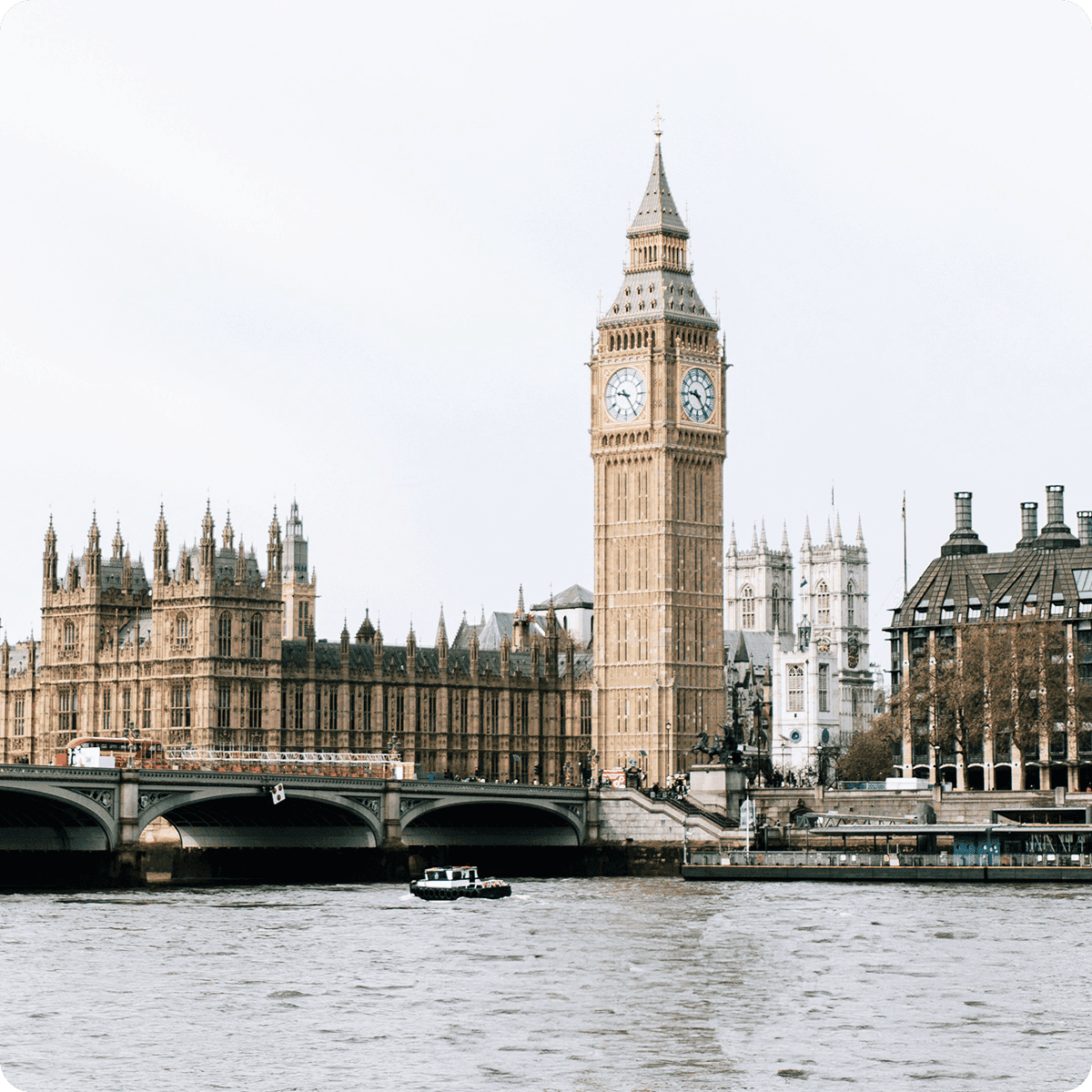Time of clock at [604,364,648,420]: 9:24
